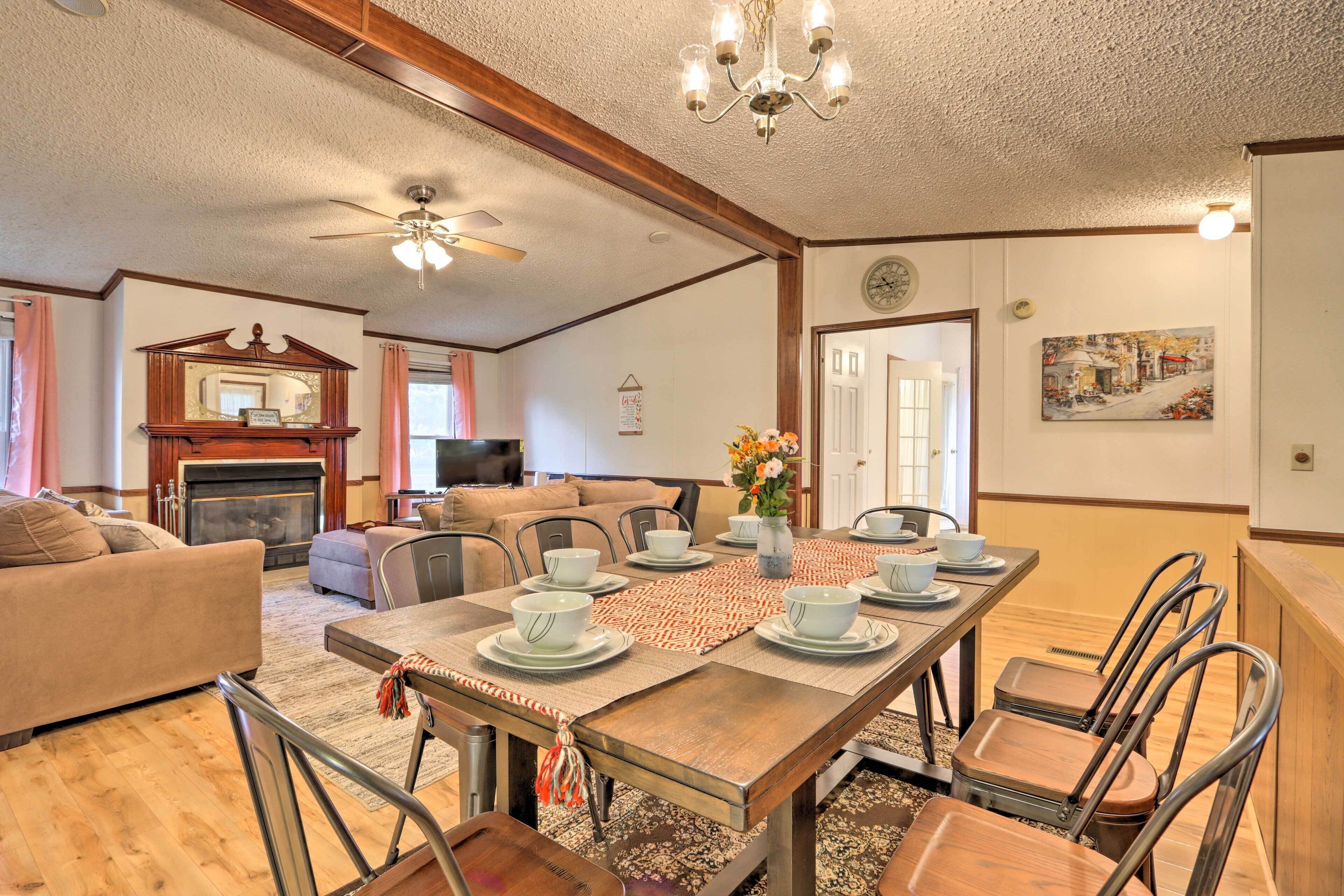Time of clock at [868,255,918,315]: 10:44
